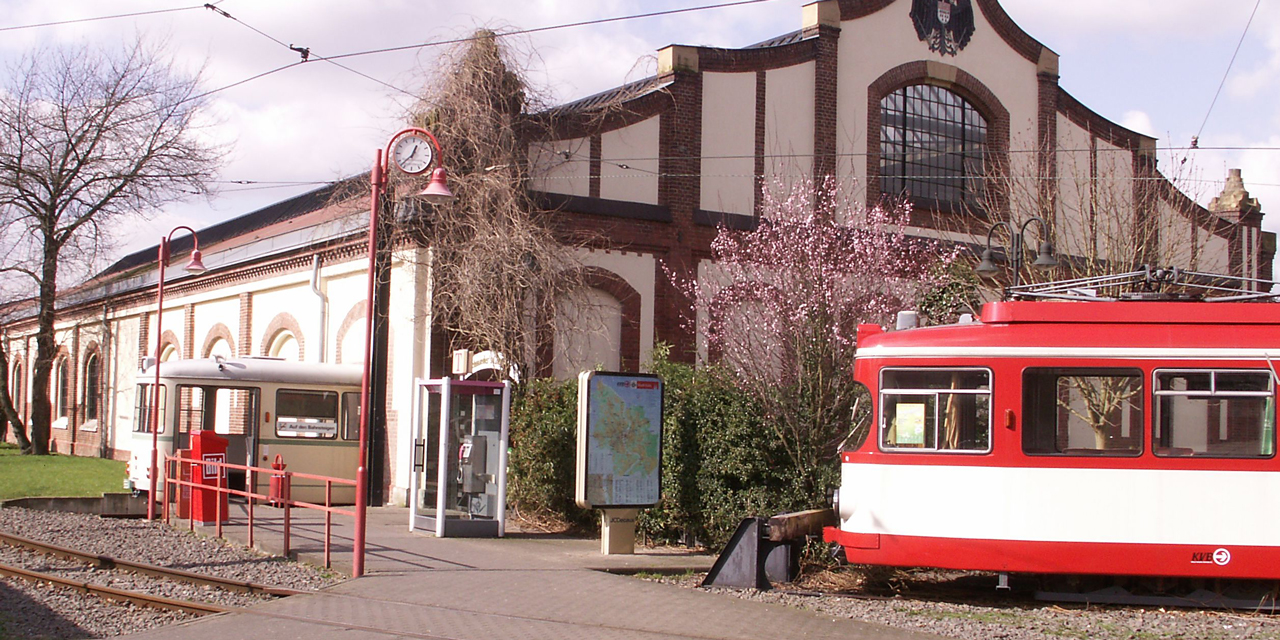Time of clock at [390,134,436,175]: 12:37
